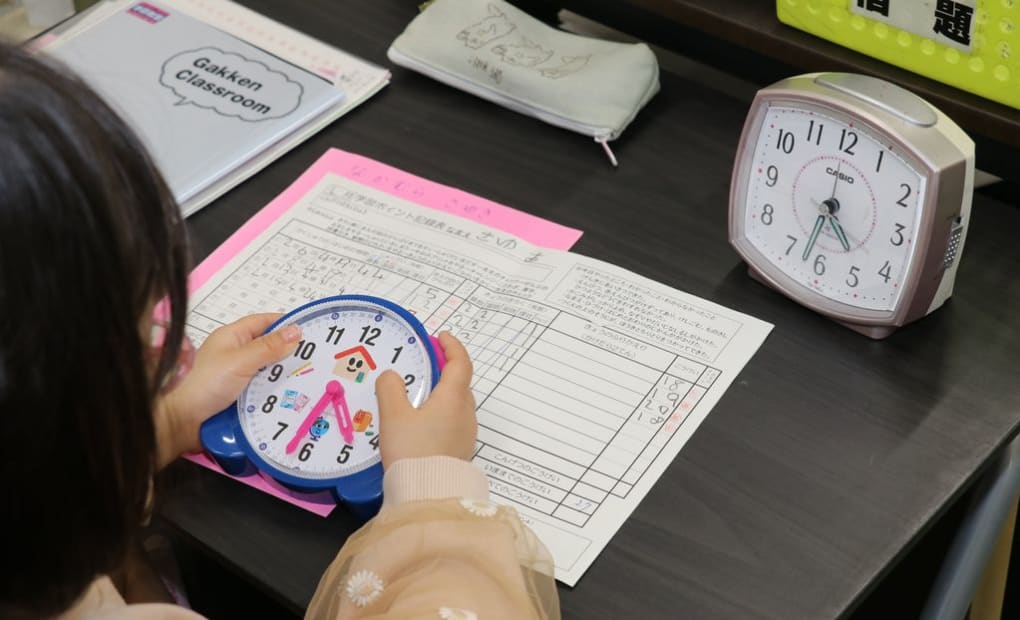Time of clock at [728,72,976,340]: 4:32
